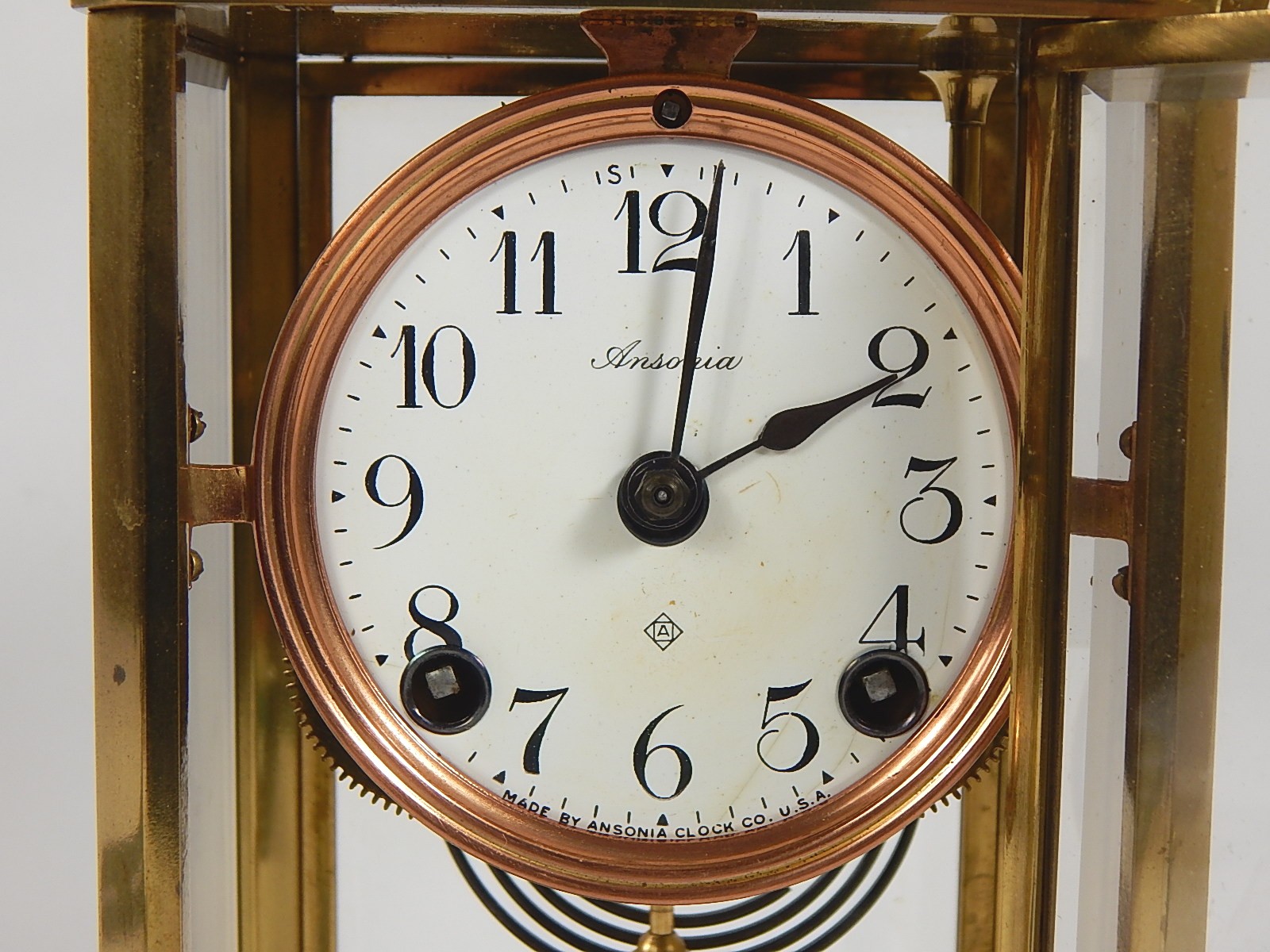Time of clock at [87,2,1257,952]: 2:01
